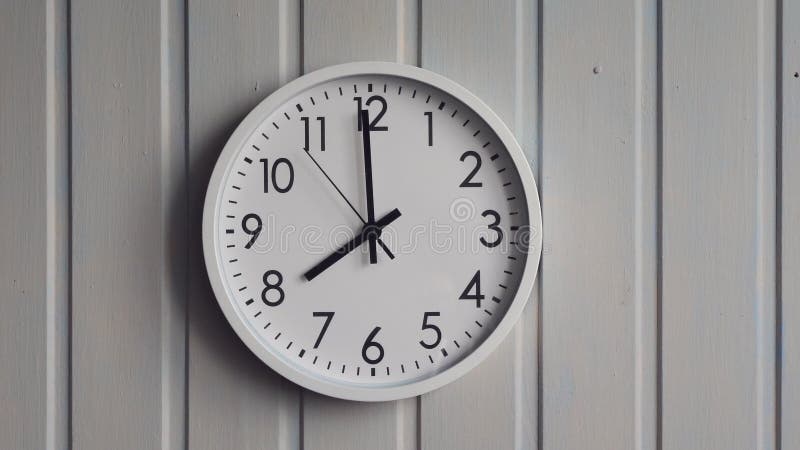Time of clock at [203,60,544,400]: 7:59
